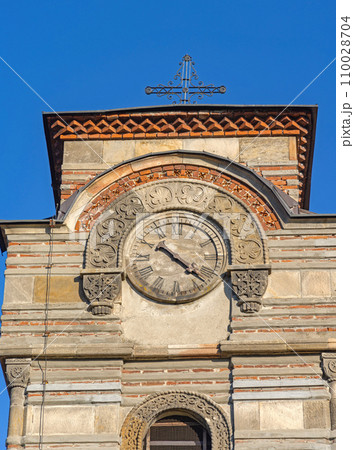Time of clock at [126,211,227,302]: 10:22
